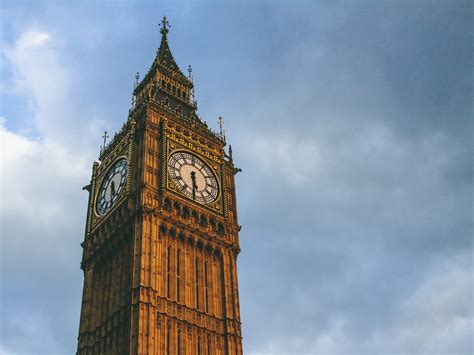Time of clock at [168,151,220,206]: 5:30
